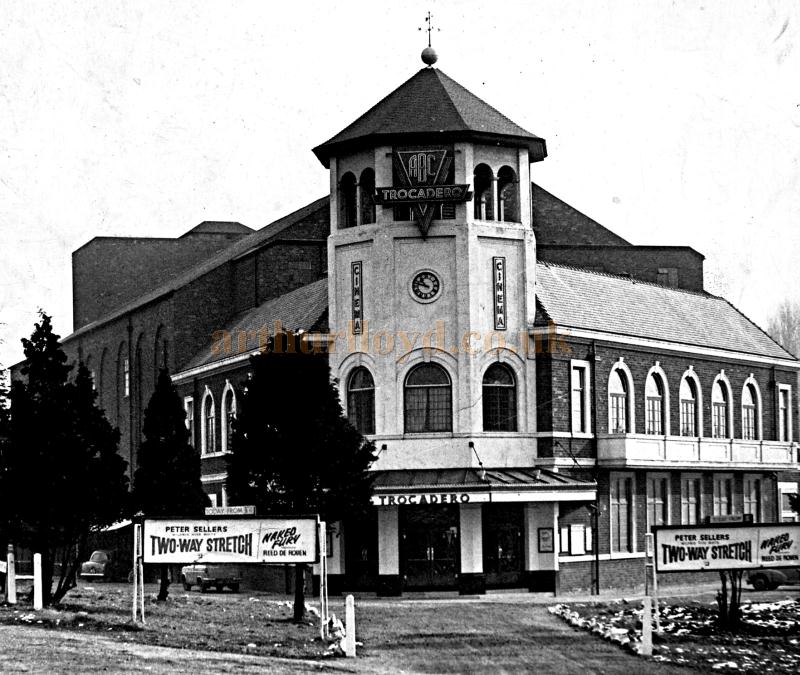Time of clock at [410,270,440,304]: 10:47
